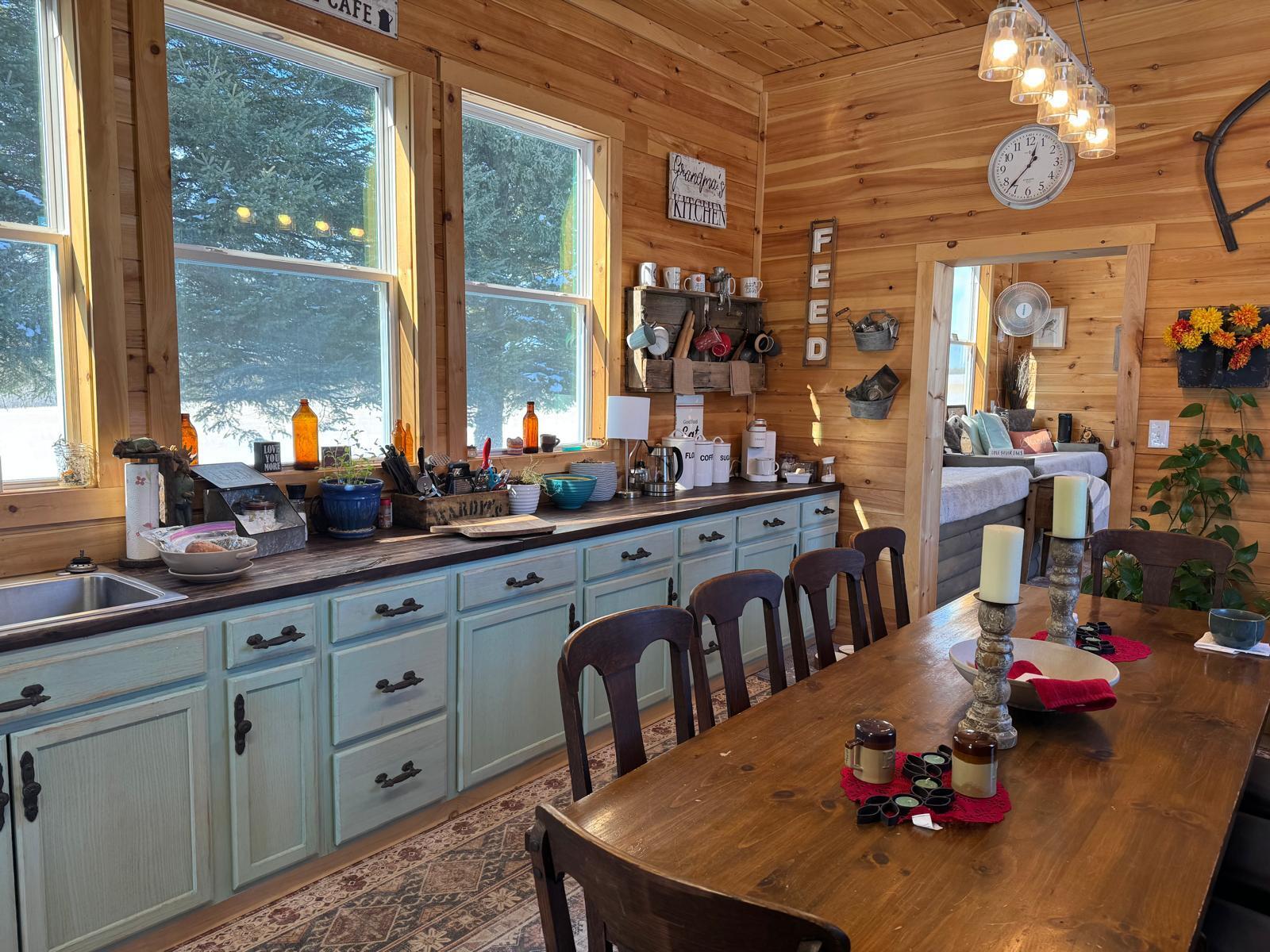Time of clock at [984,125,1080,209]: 12:37
